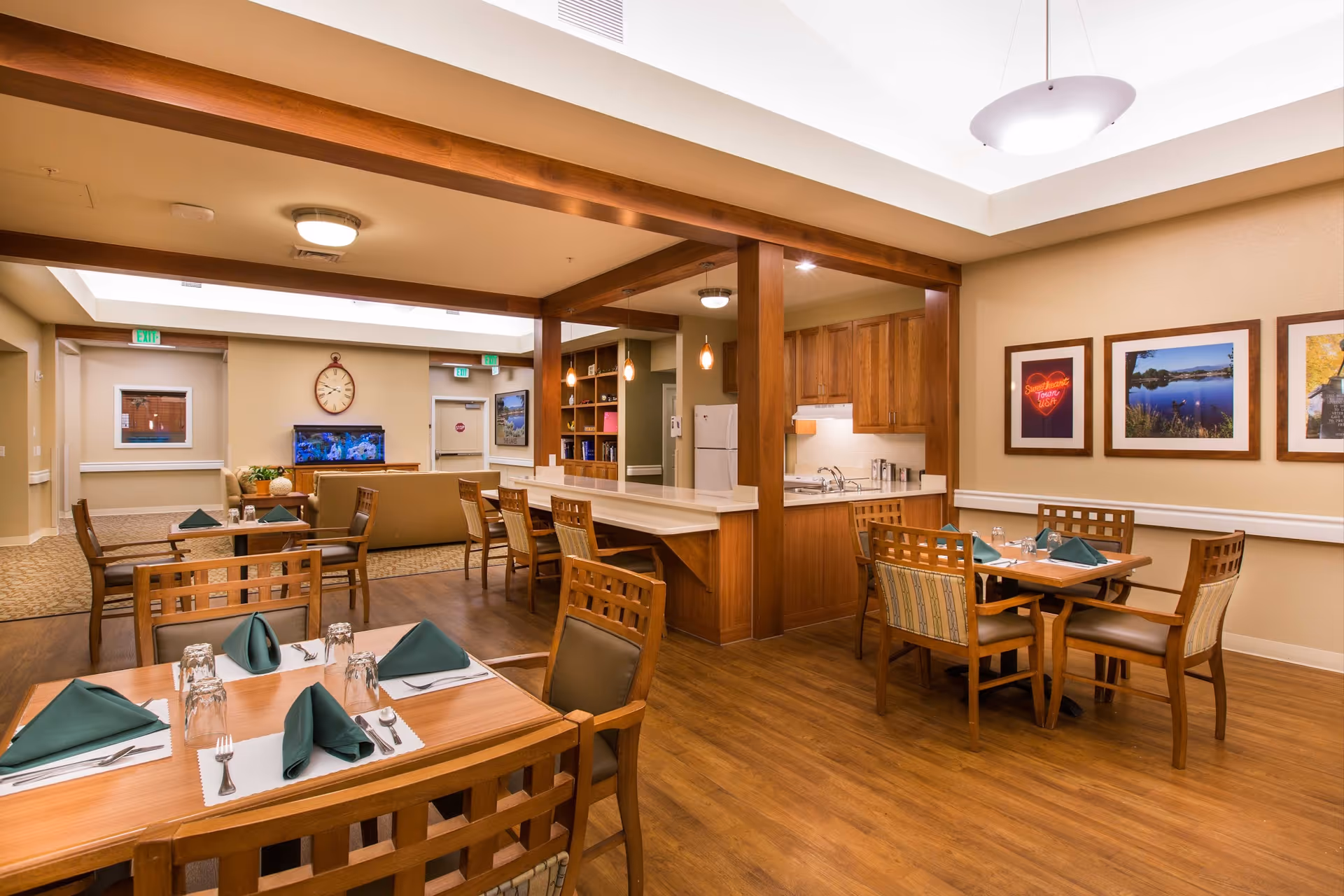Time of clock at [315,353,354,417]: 7:48
